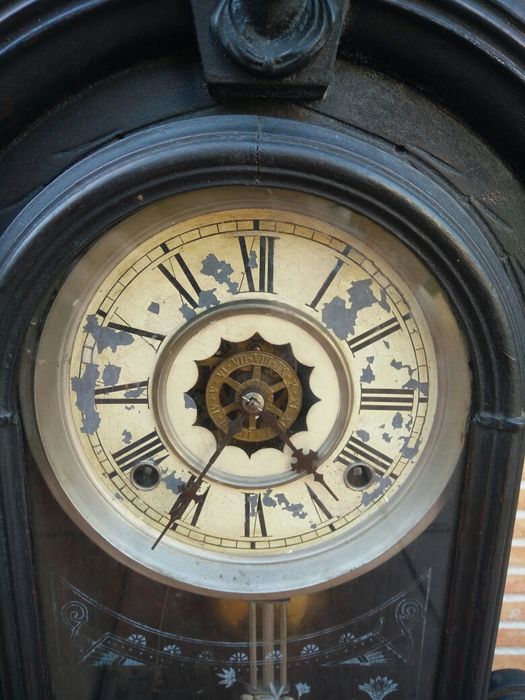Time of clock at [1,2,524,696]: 4:35
